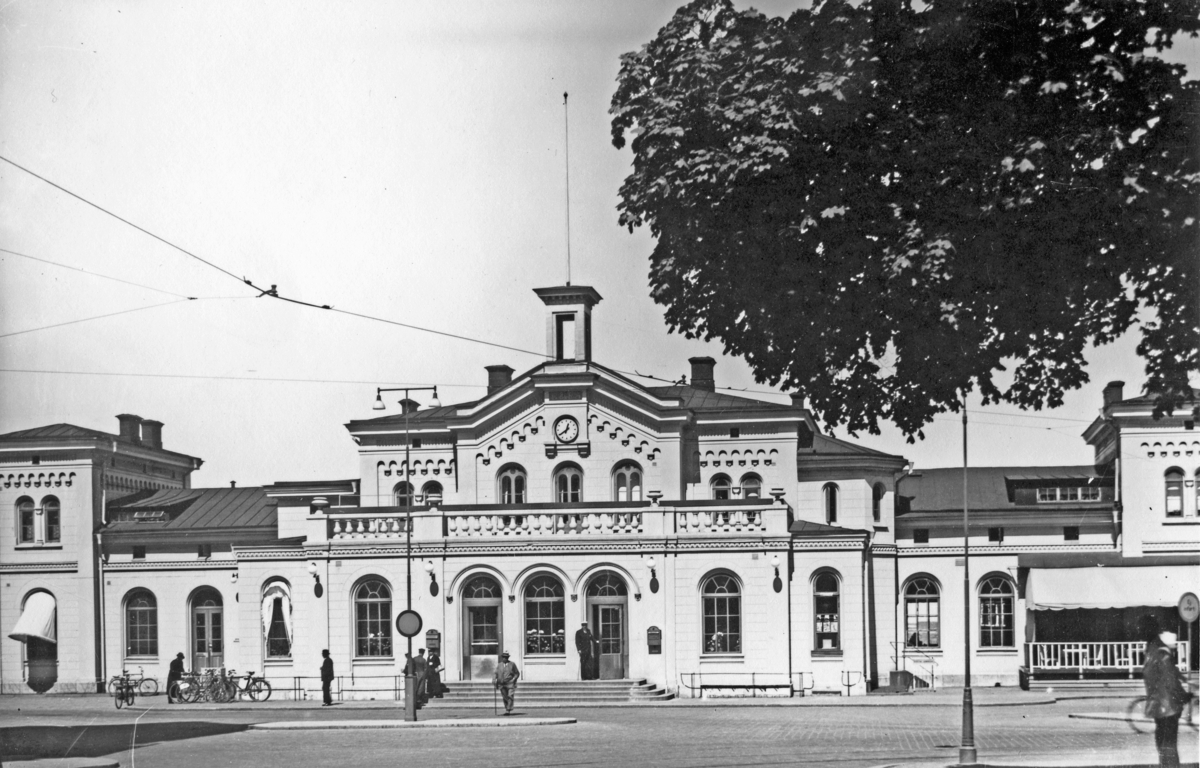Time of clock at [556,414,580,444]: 12:39
